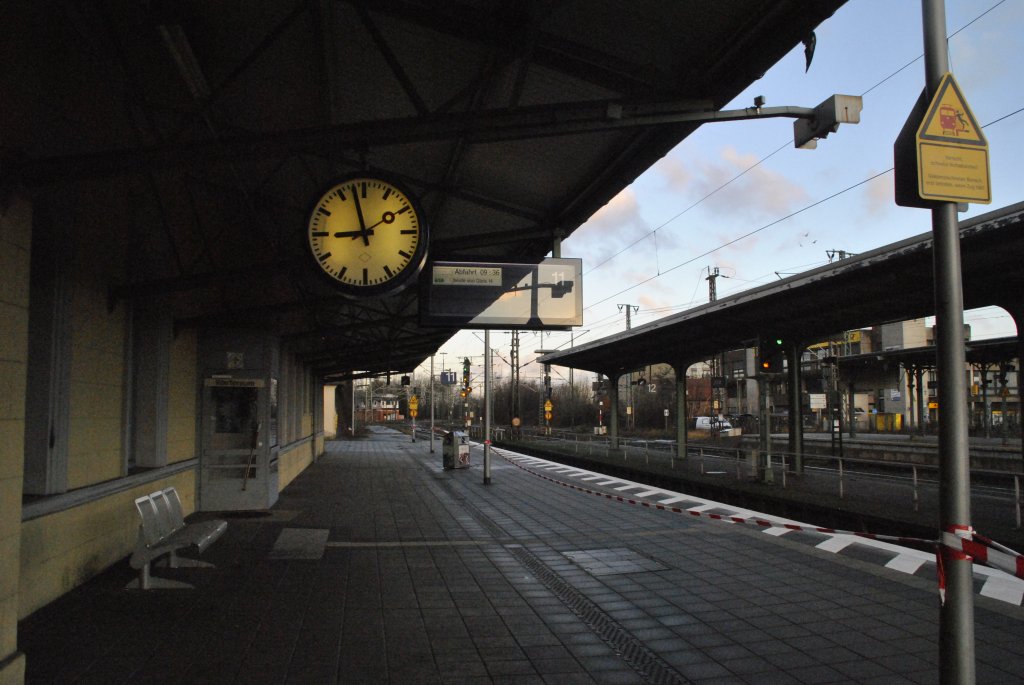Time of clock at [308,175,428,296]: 8:57
